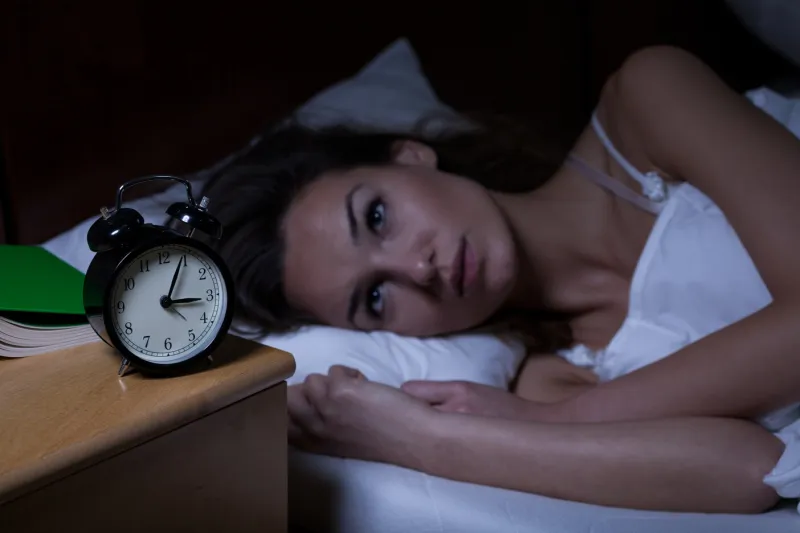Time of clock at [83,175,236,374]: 3:04
